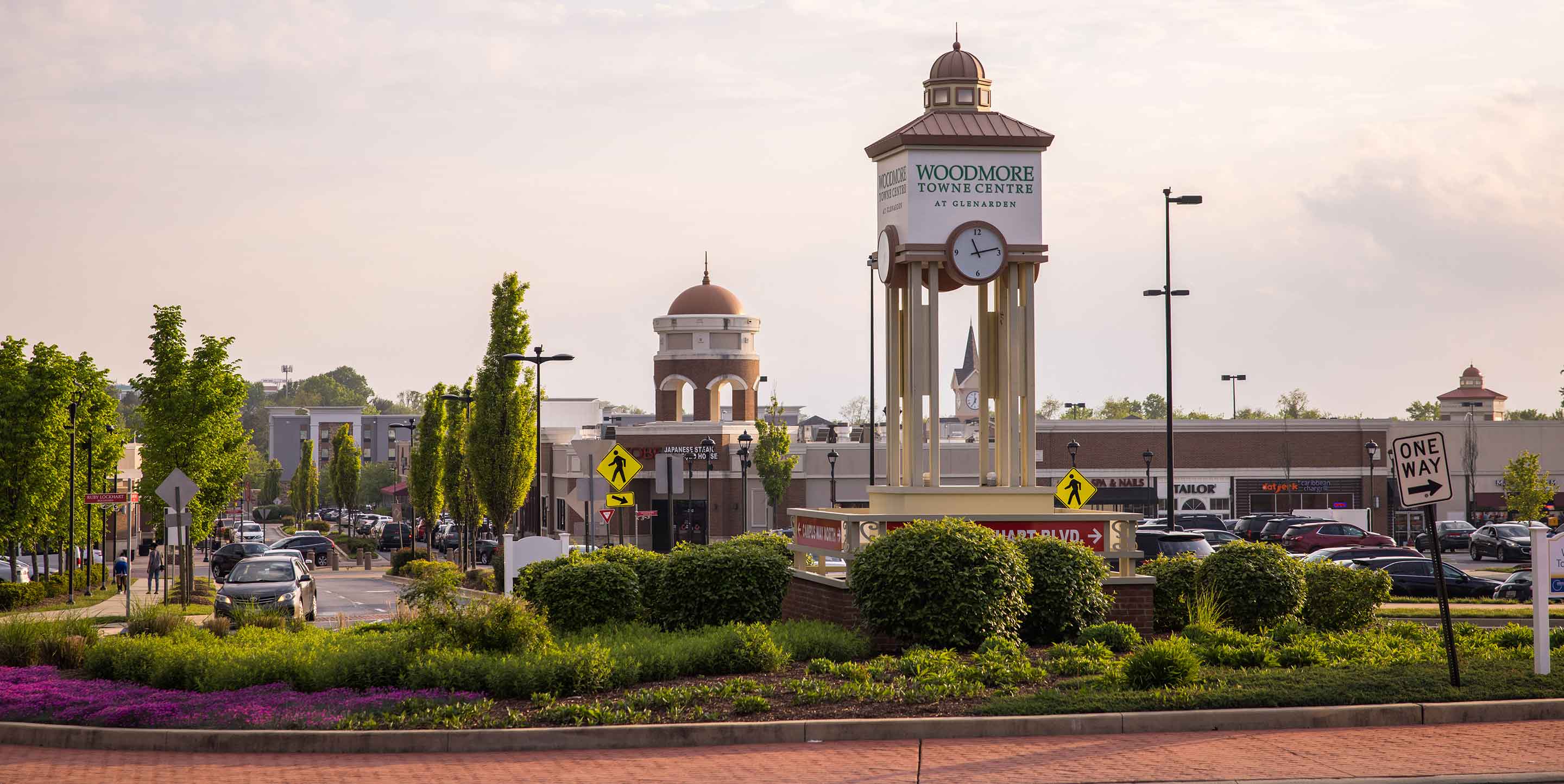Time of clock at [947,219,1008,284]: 11:12
